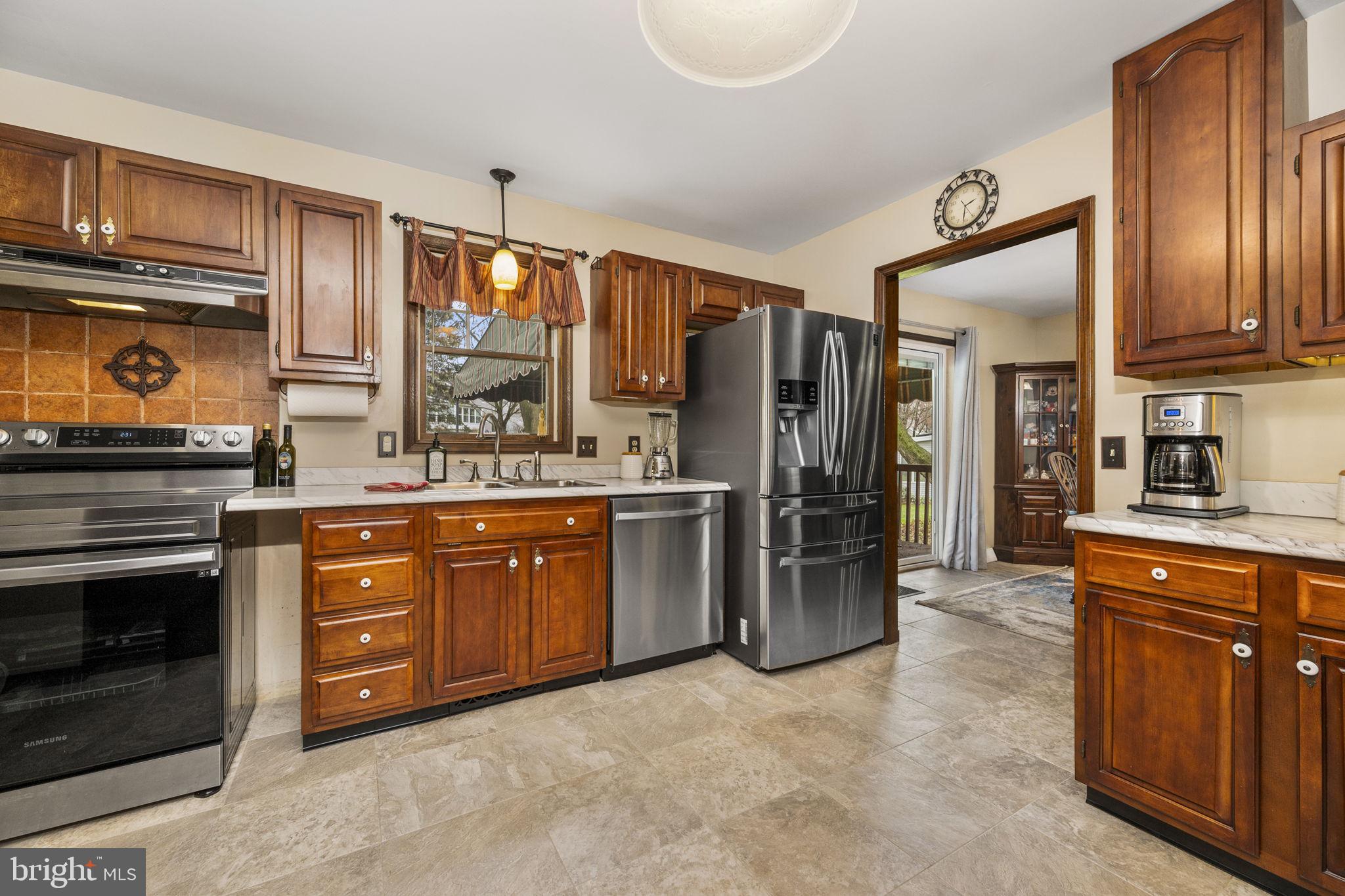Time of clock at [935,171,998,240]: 2:31
